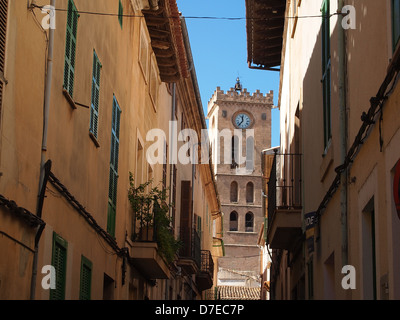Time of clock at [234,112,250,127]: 11:36
